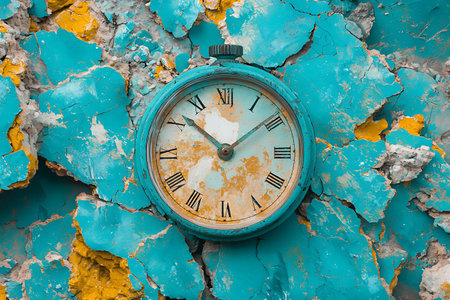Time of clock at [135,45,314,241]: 1:52
